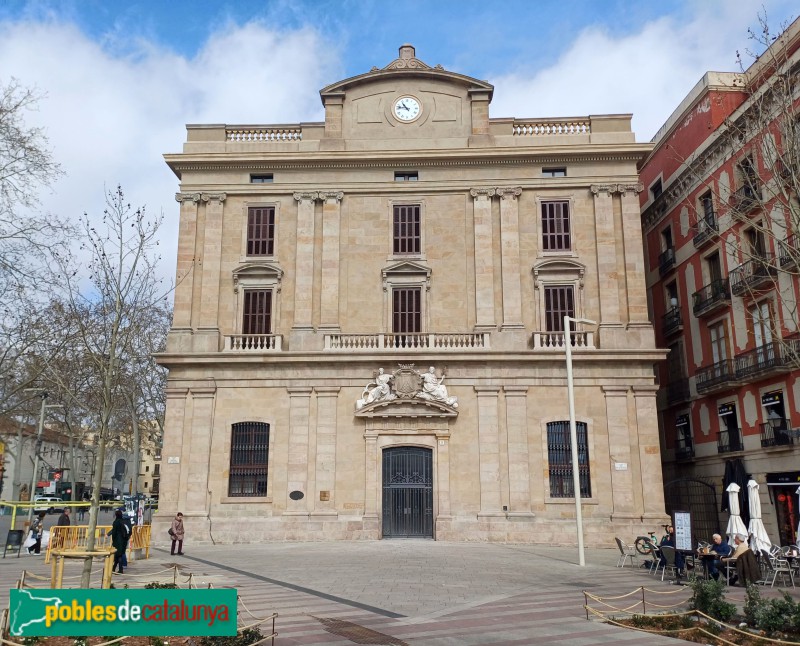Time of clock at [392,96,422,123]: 10:47
